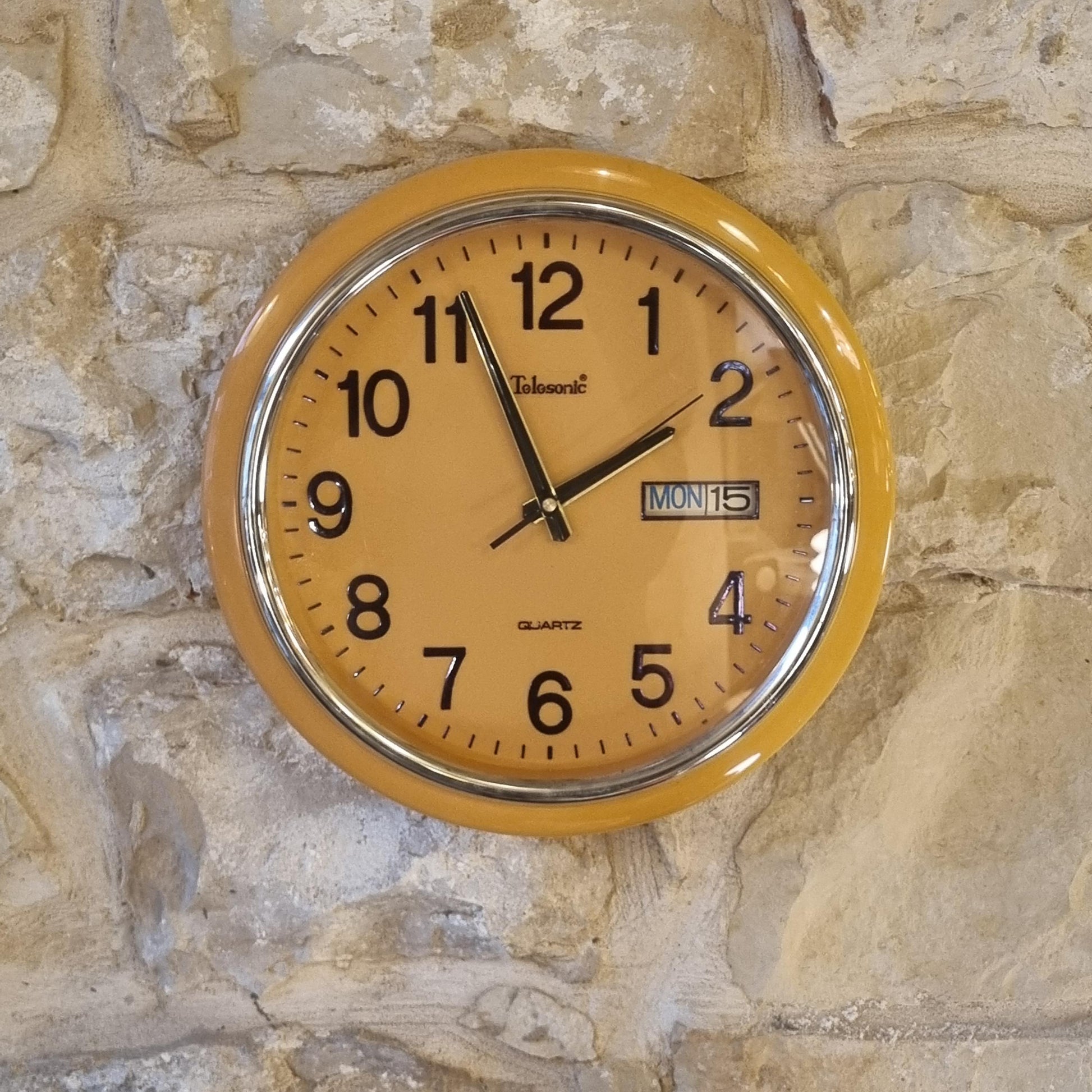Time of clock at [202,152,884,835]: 1:56
